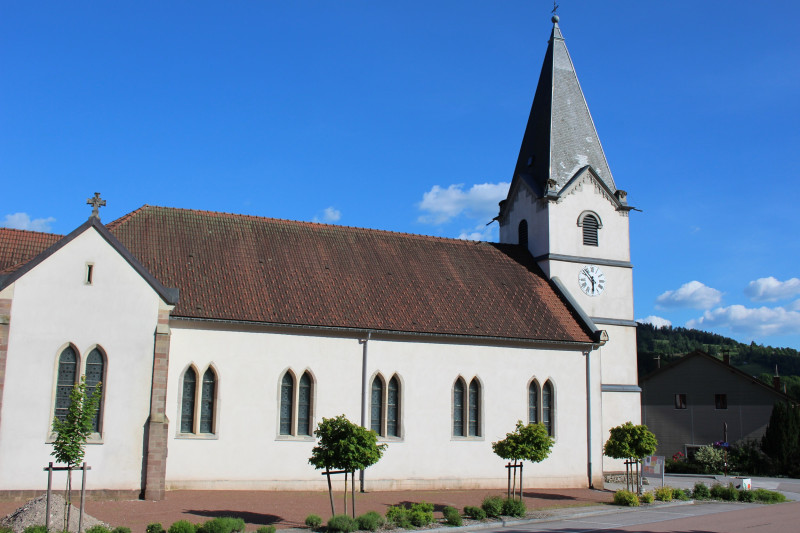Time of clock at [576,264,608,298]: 5:53
